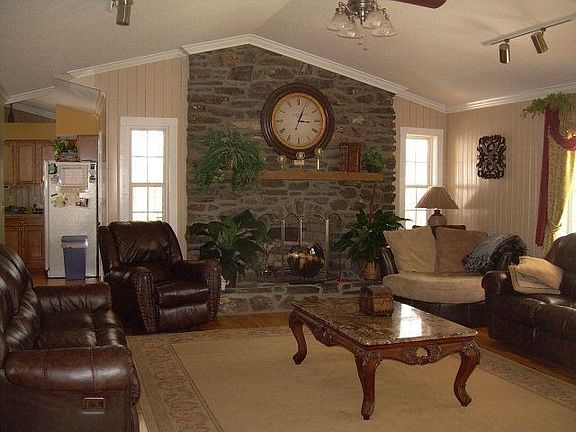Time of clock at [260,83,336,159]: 3:03
